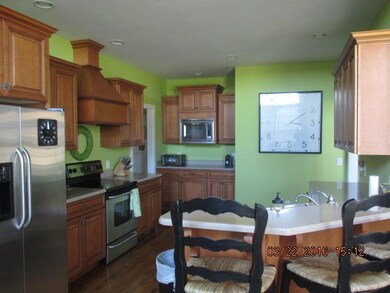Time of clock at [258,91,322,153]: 3:09
